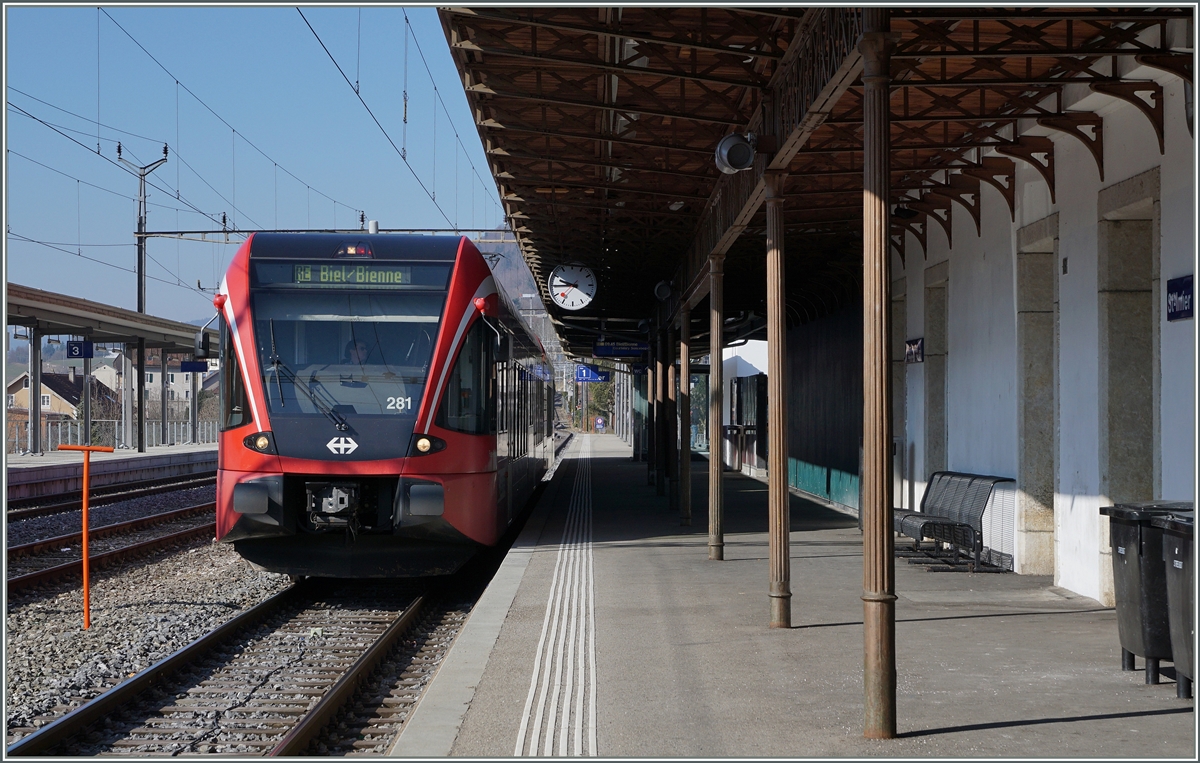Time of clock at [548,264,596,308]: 9:44
